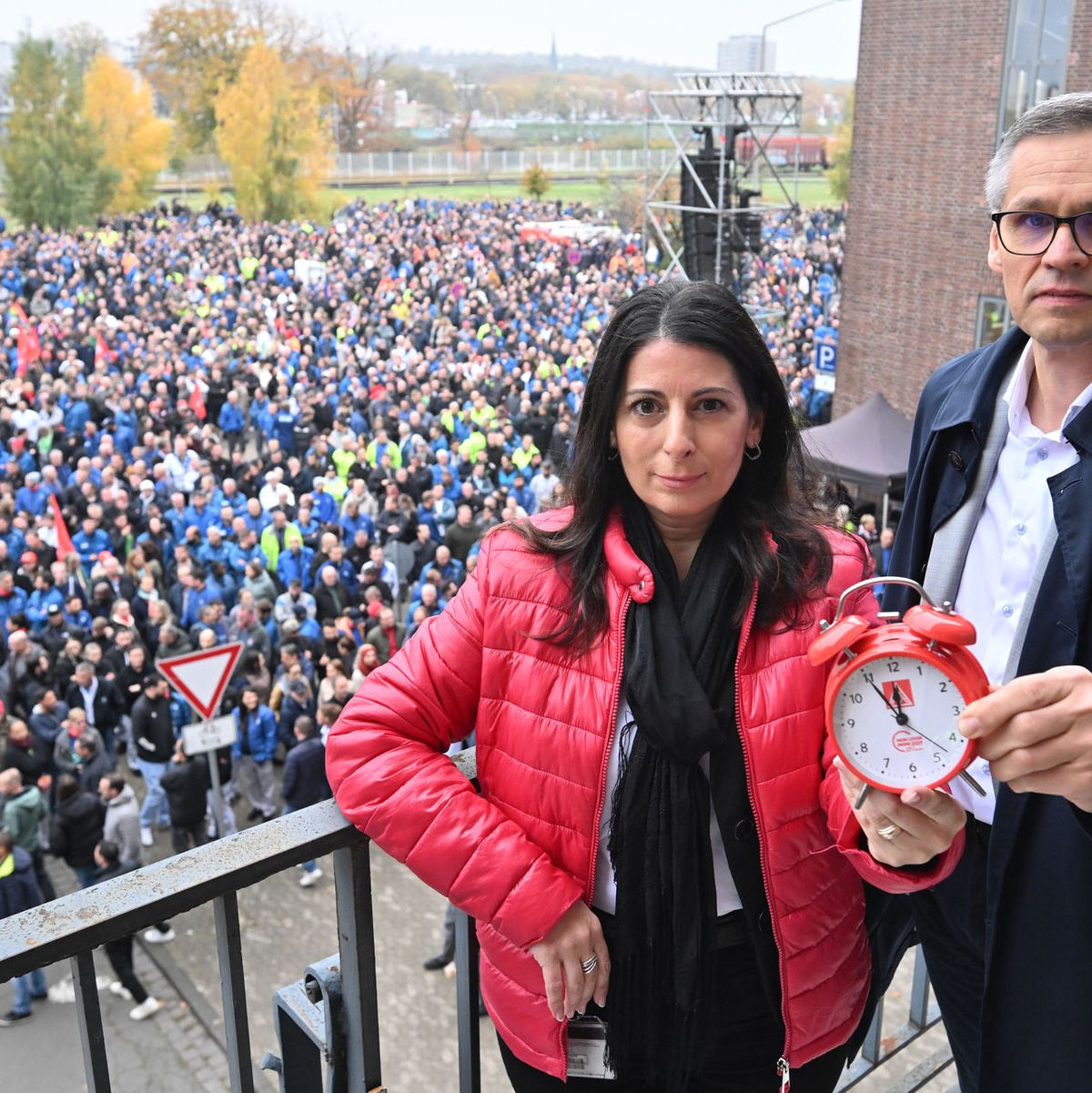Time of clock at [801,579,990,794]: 11:54
